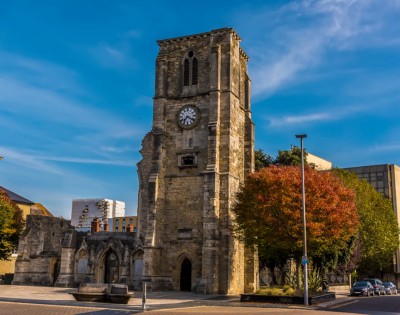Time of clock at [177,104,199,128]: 7:21
